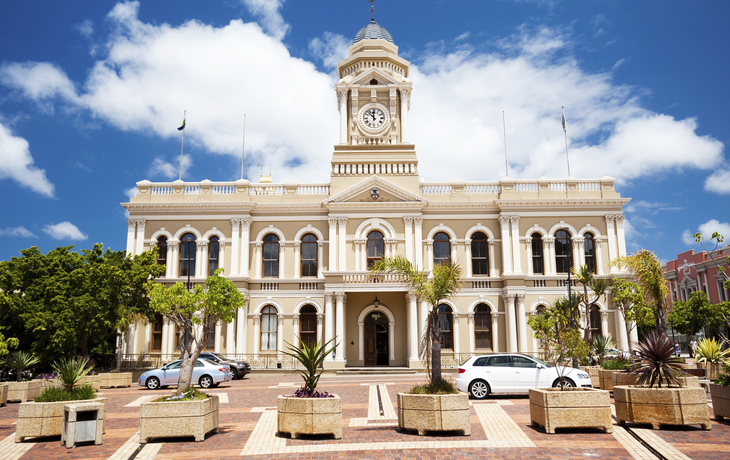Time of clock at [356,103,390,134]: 11:52
